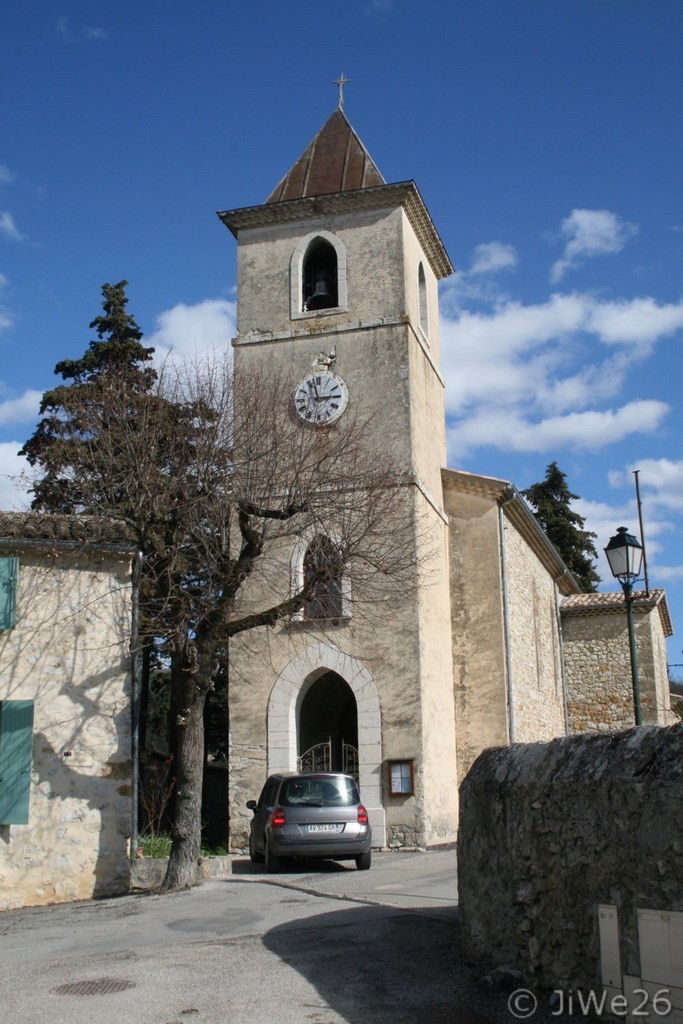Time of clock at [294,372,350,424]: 2:57
